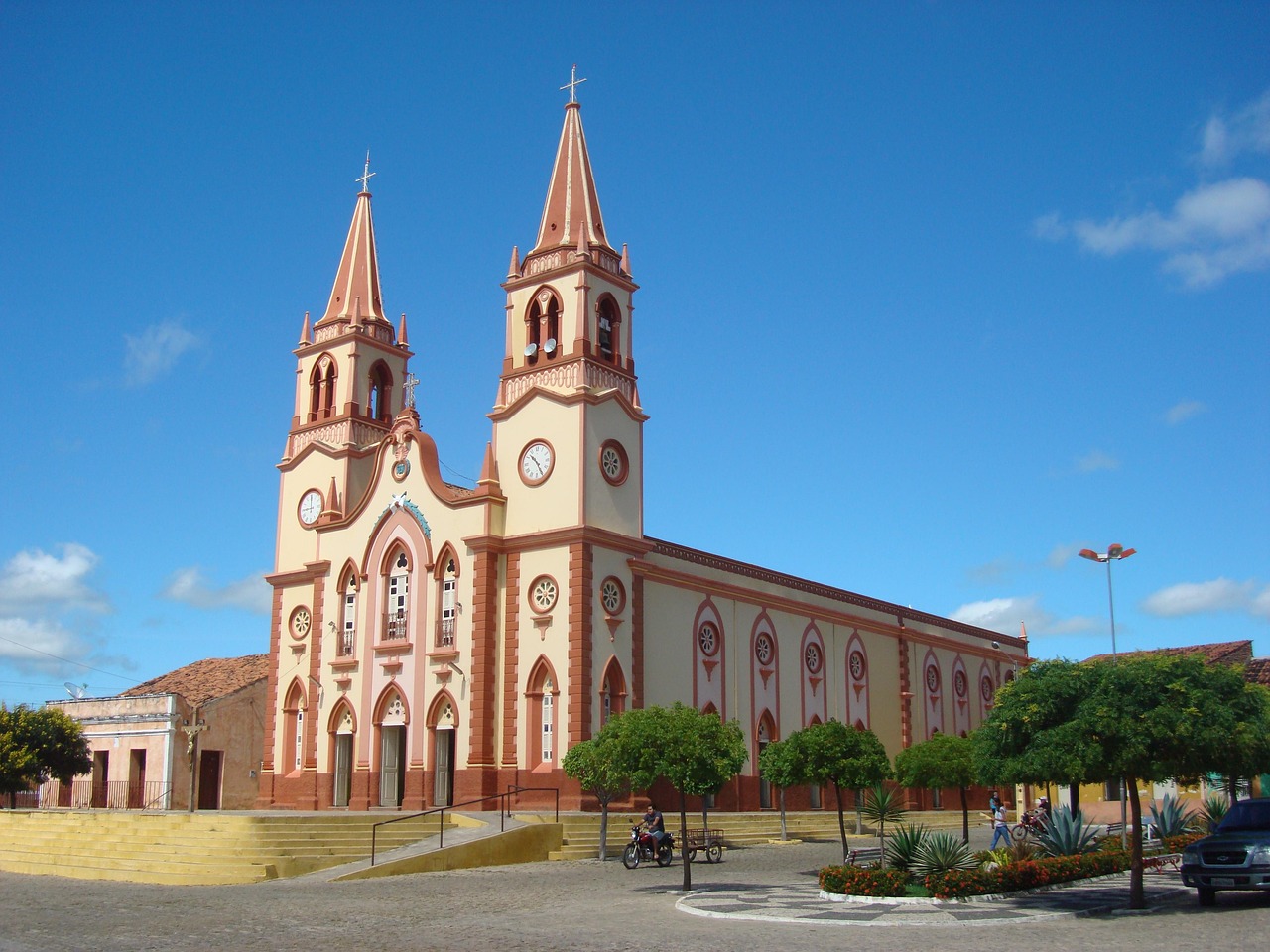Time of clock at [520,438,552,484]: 10:24
